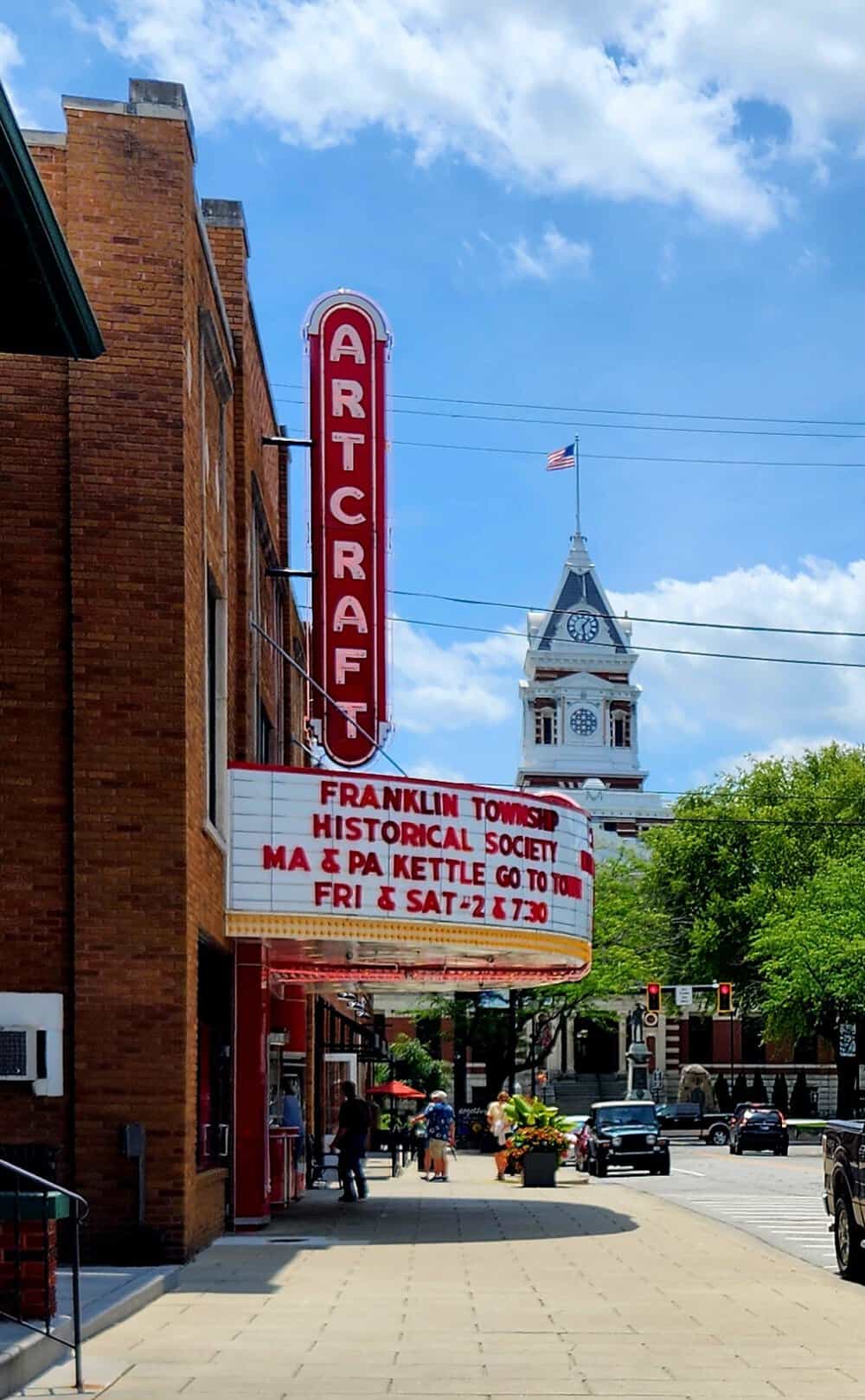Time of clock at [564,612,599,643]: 1:28
